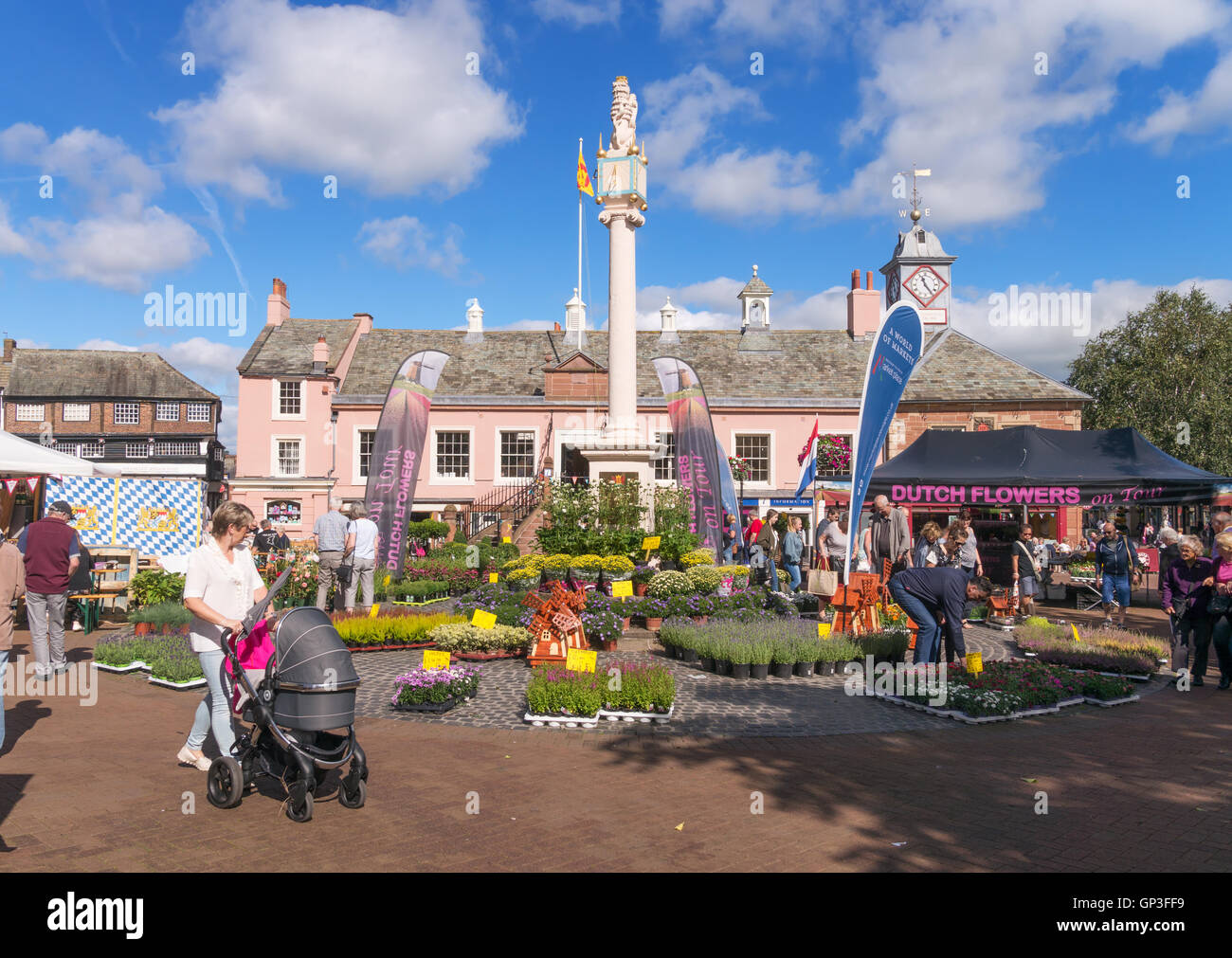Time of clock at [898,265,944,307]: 11:23
